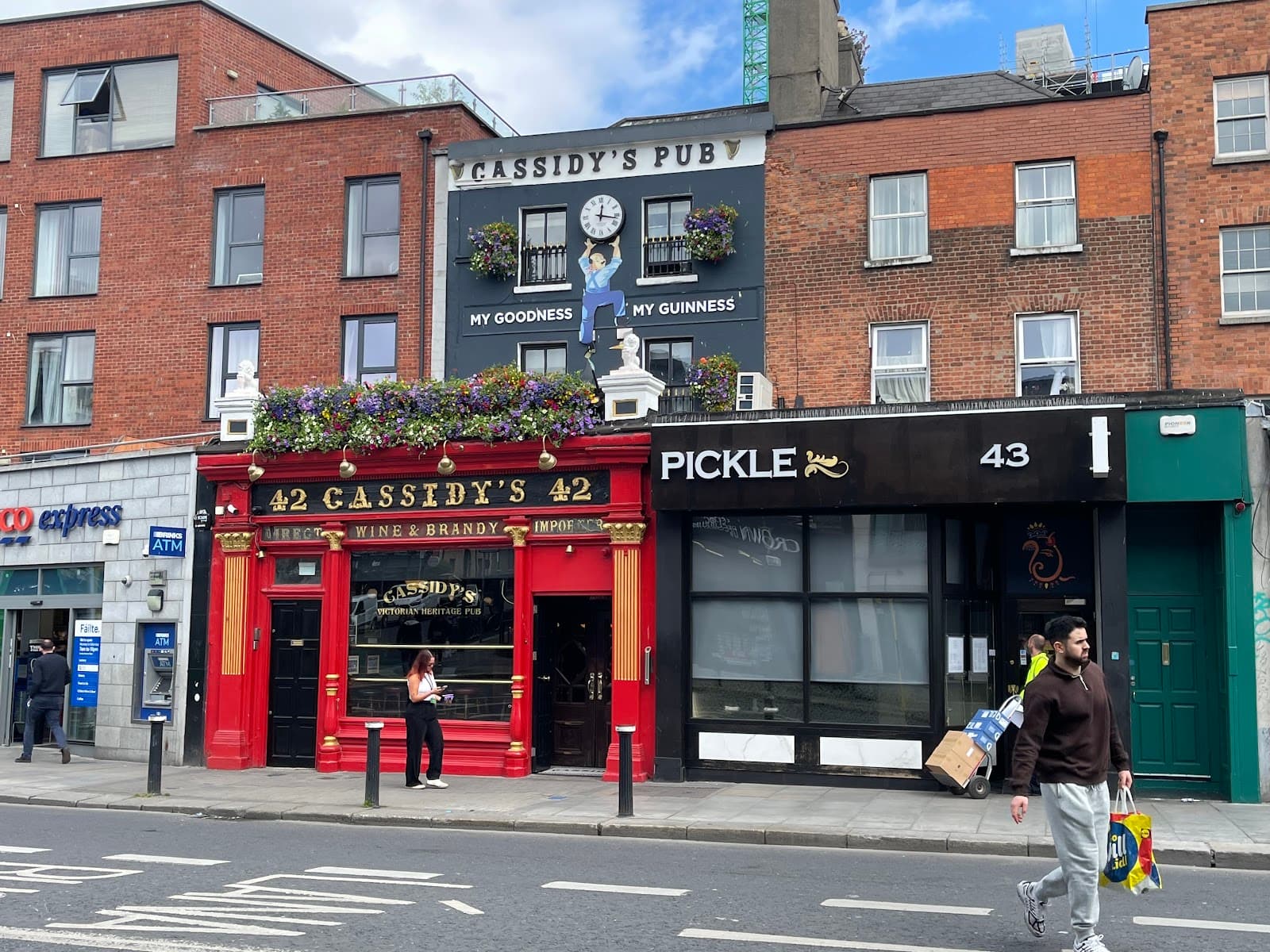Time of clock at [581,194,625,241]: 12:16
